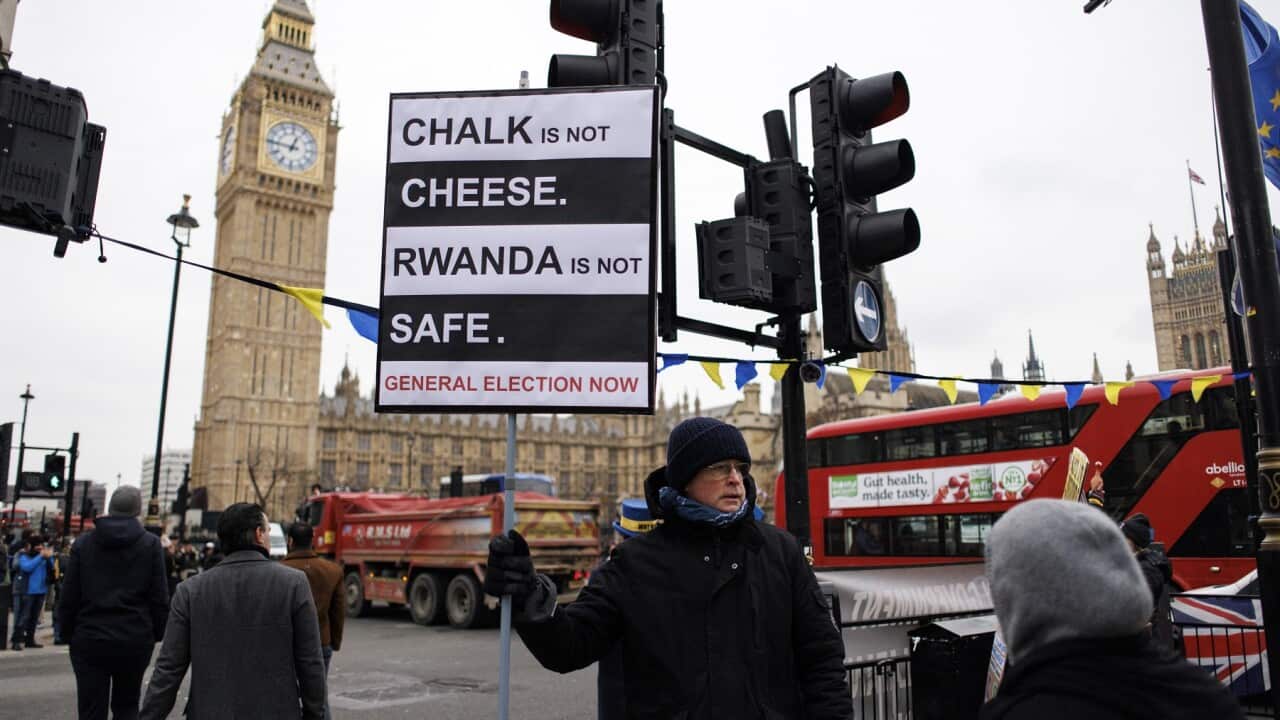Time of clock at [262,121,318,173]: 12:46
